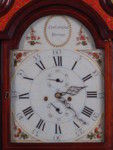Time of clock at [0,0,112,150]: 4:12
